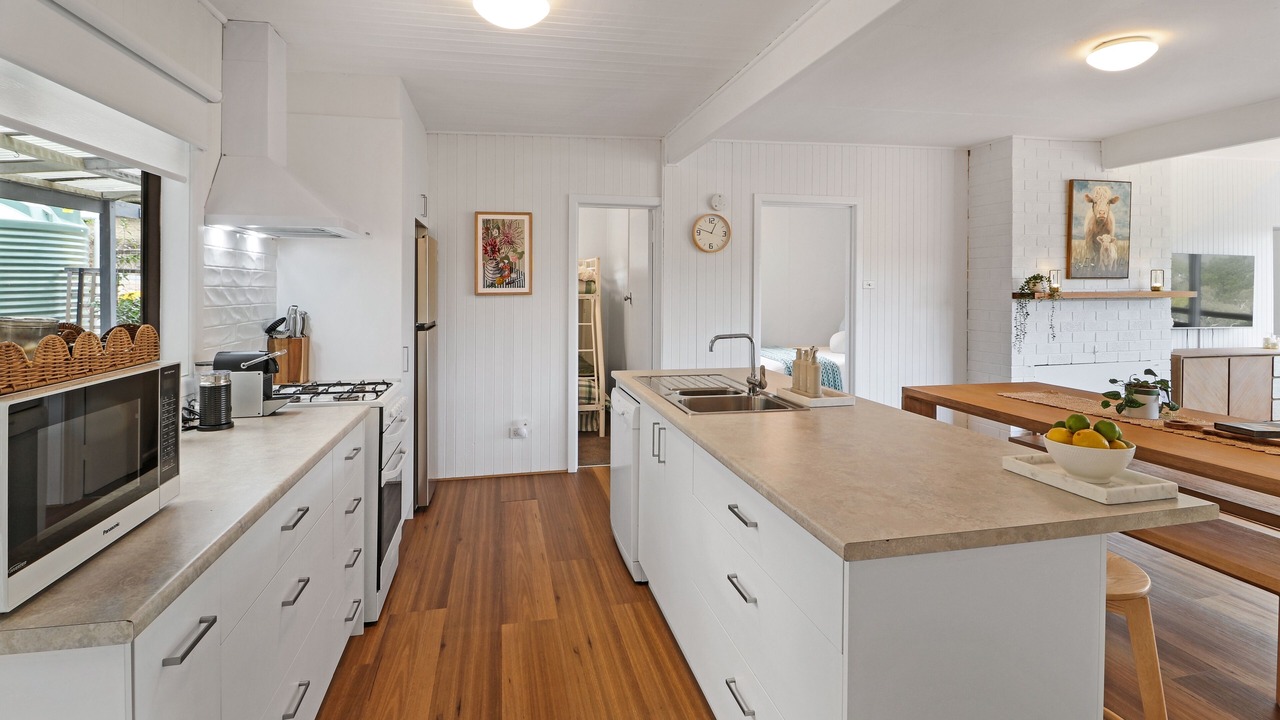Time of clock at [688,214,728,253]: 12:47
